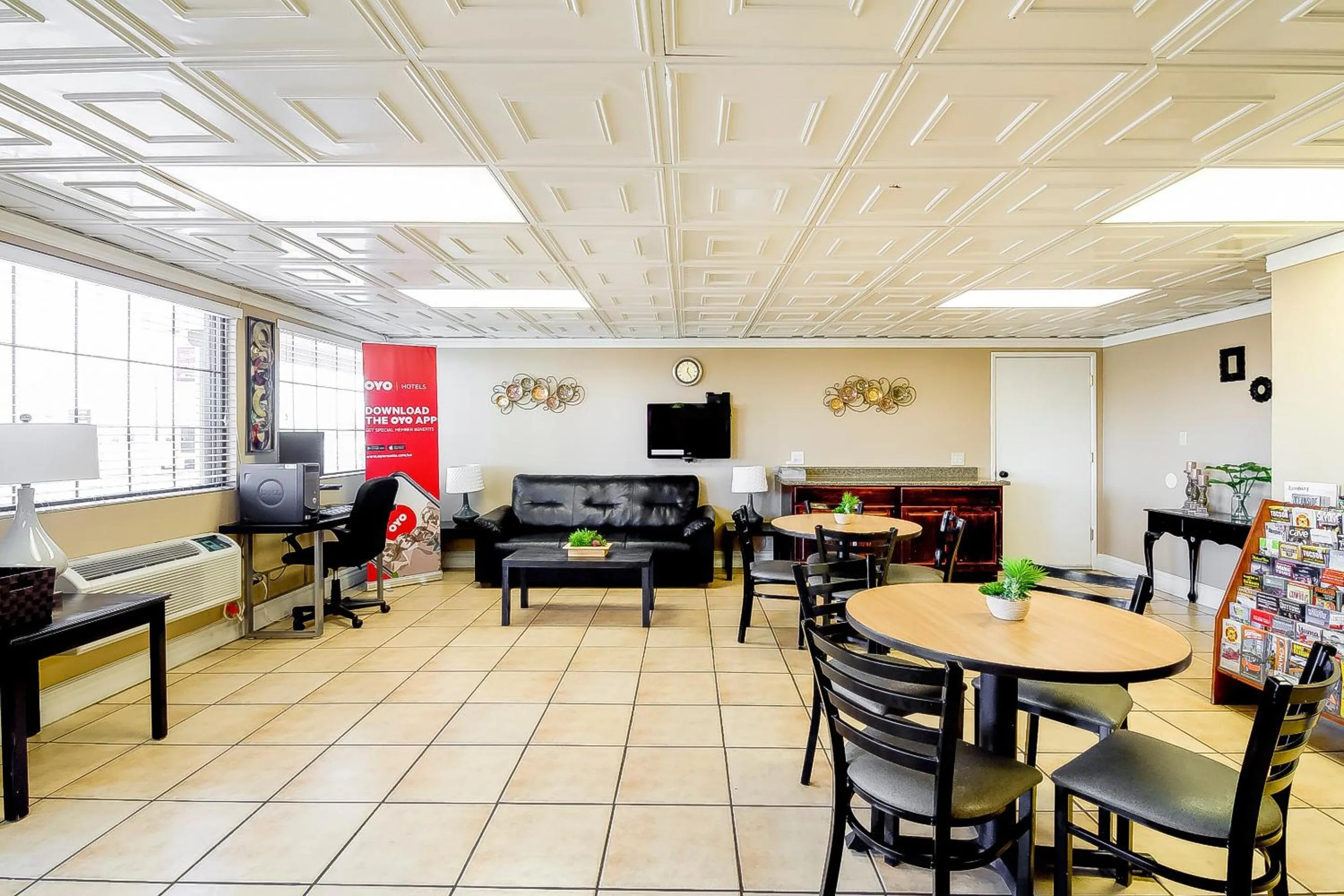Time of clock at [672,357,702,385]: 12:24
